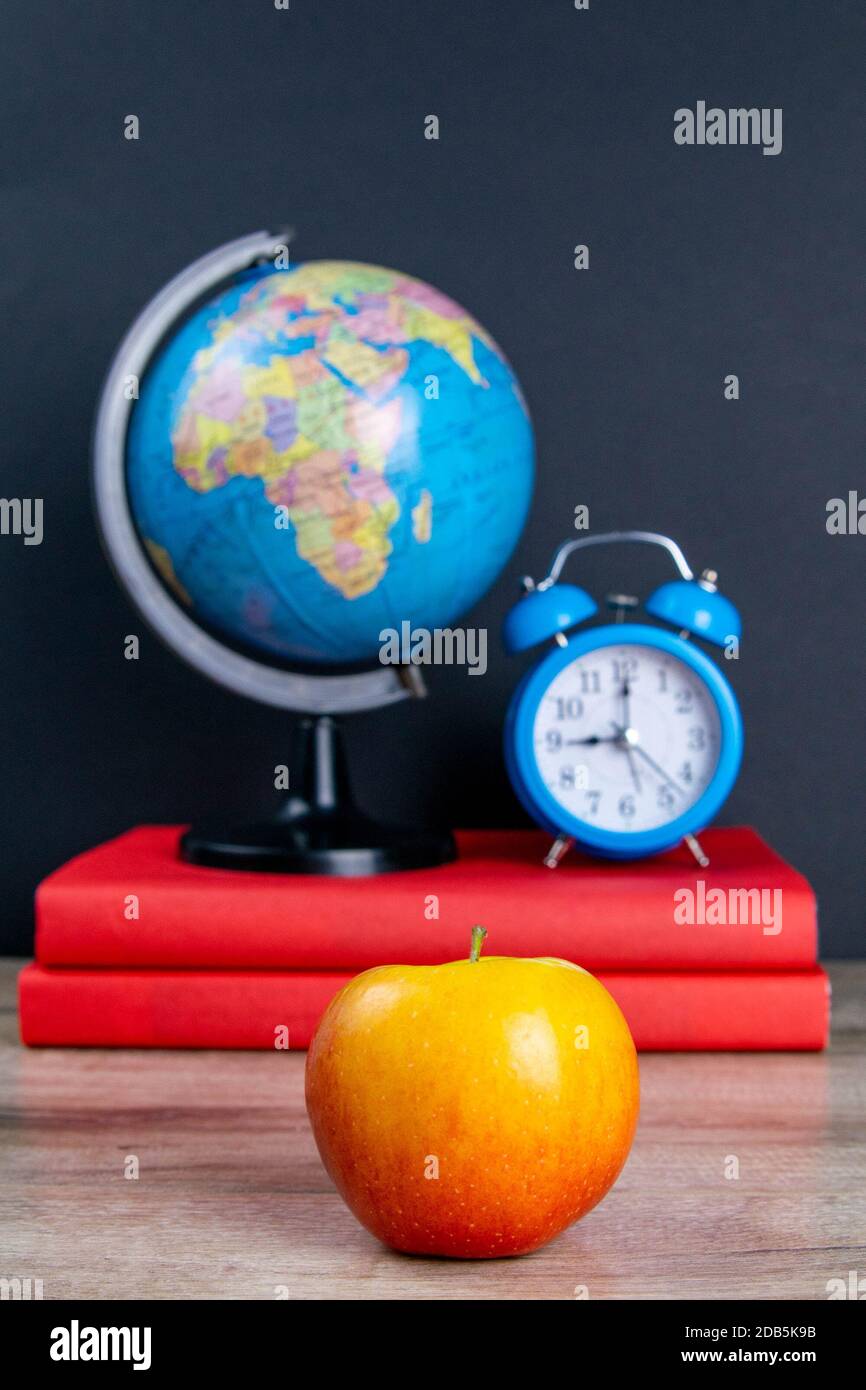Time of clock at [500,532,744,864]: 9:00
